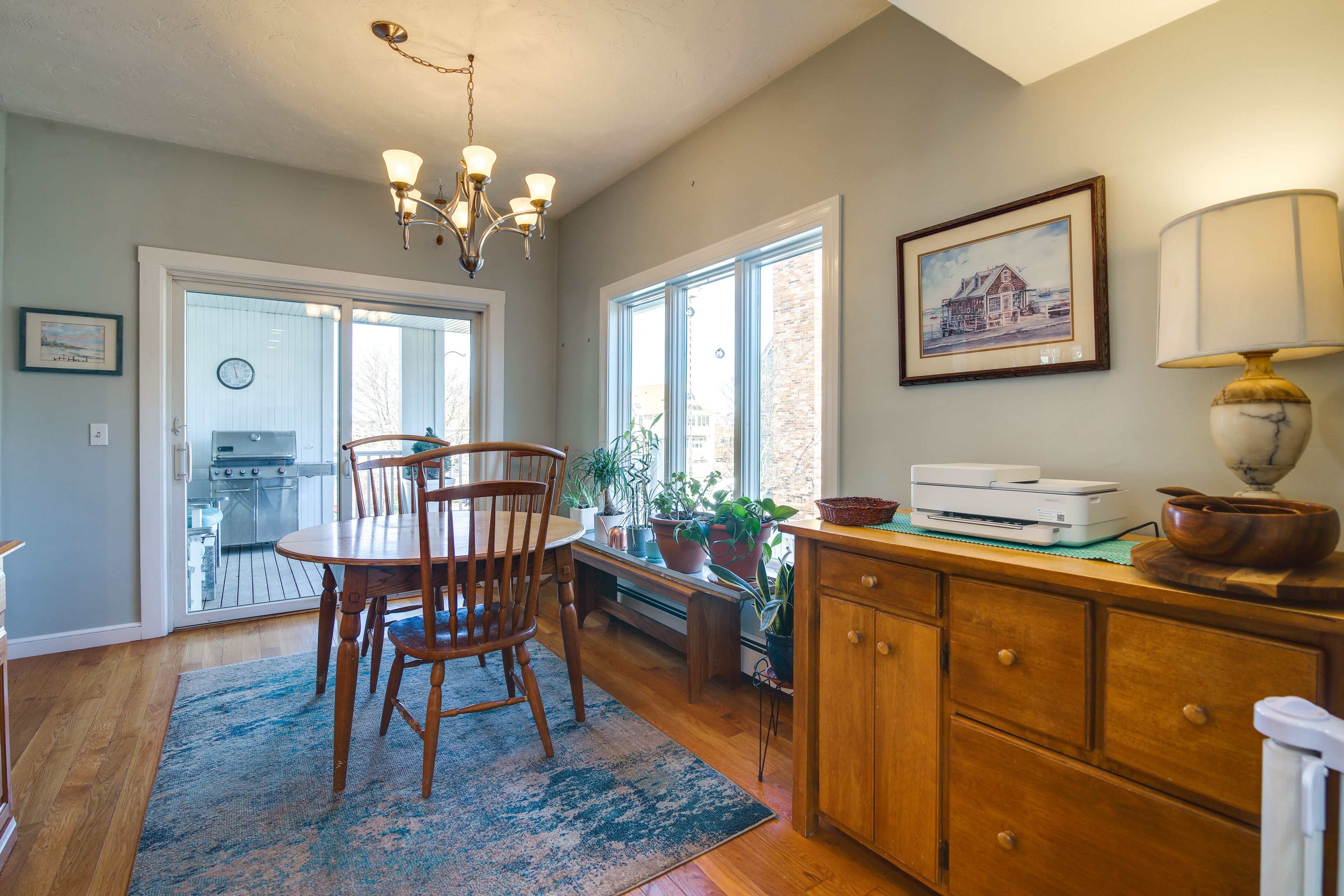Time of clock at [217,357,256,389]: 5:58
